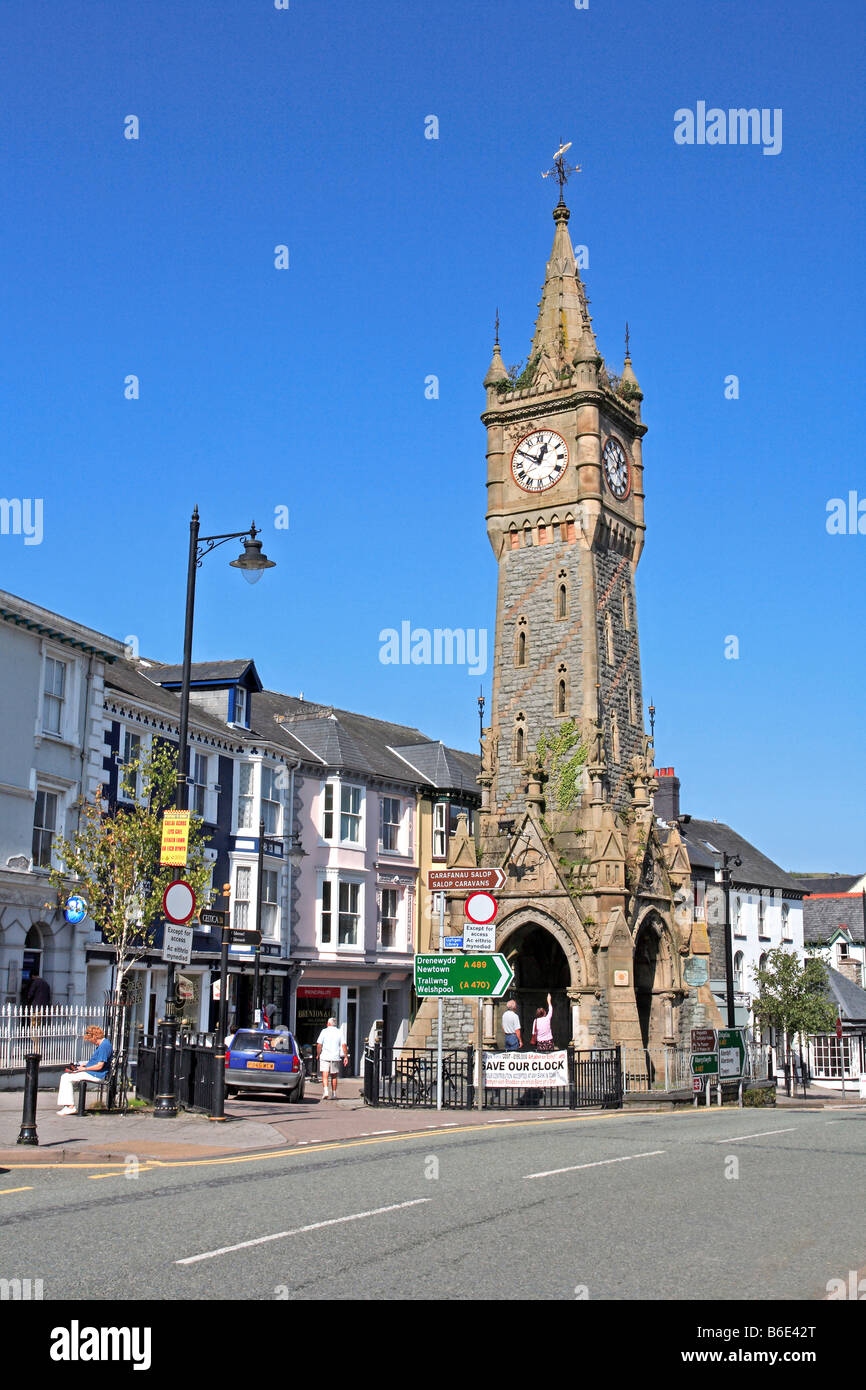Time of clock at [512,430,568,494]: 12:50
